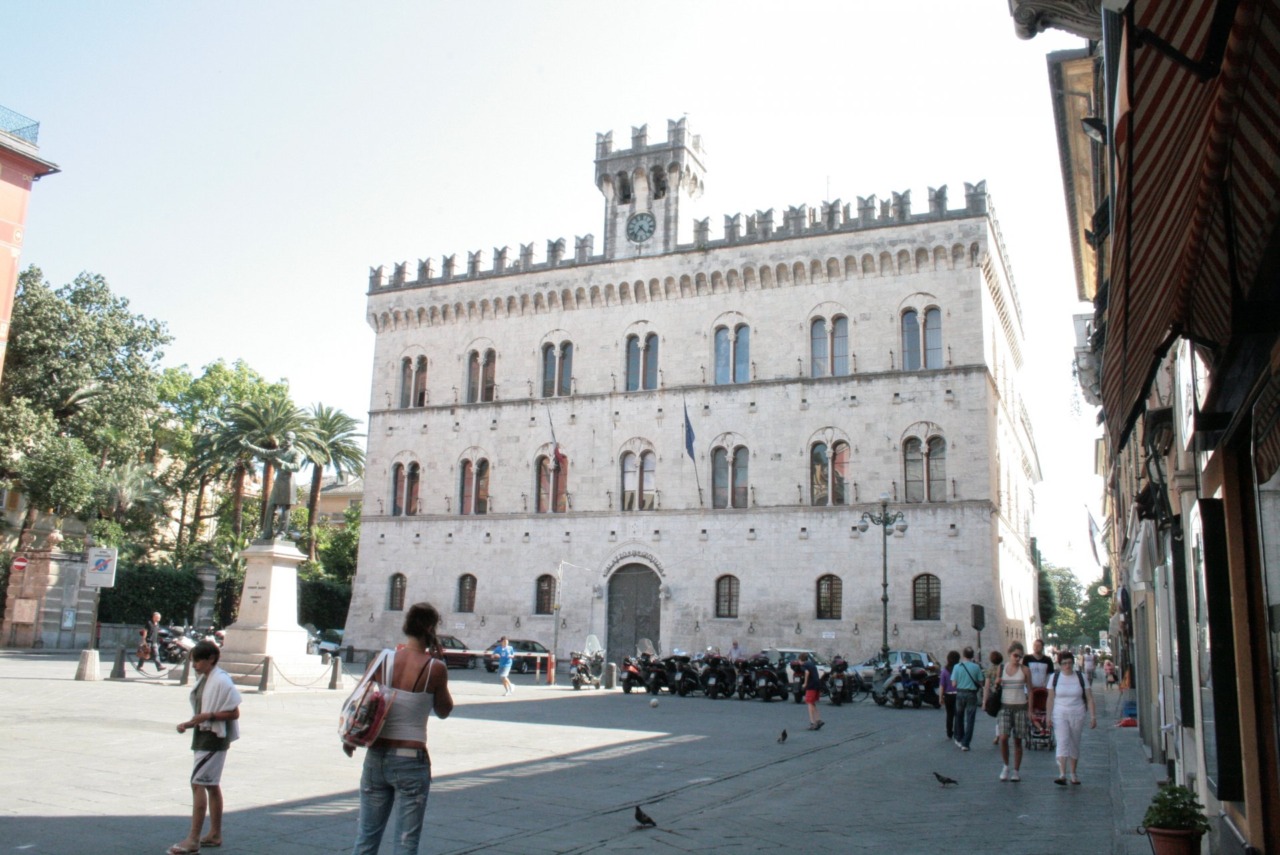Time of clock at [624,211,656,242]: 4:36
